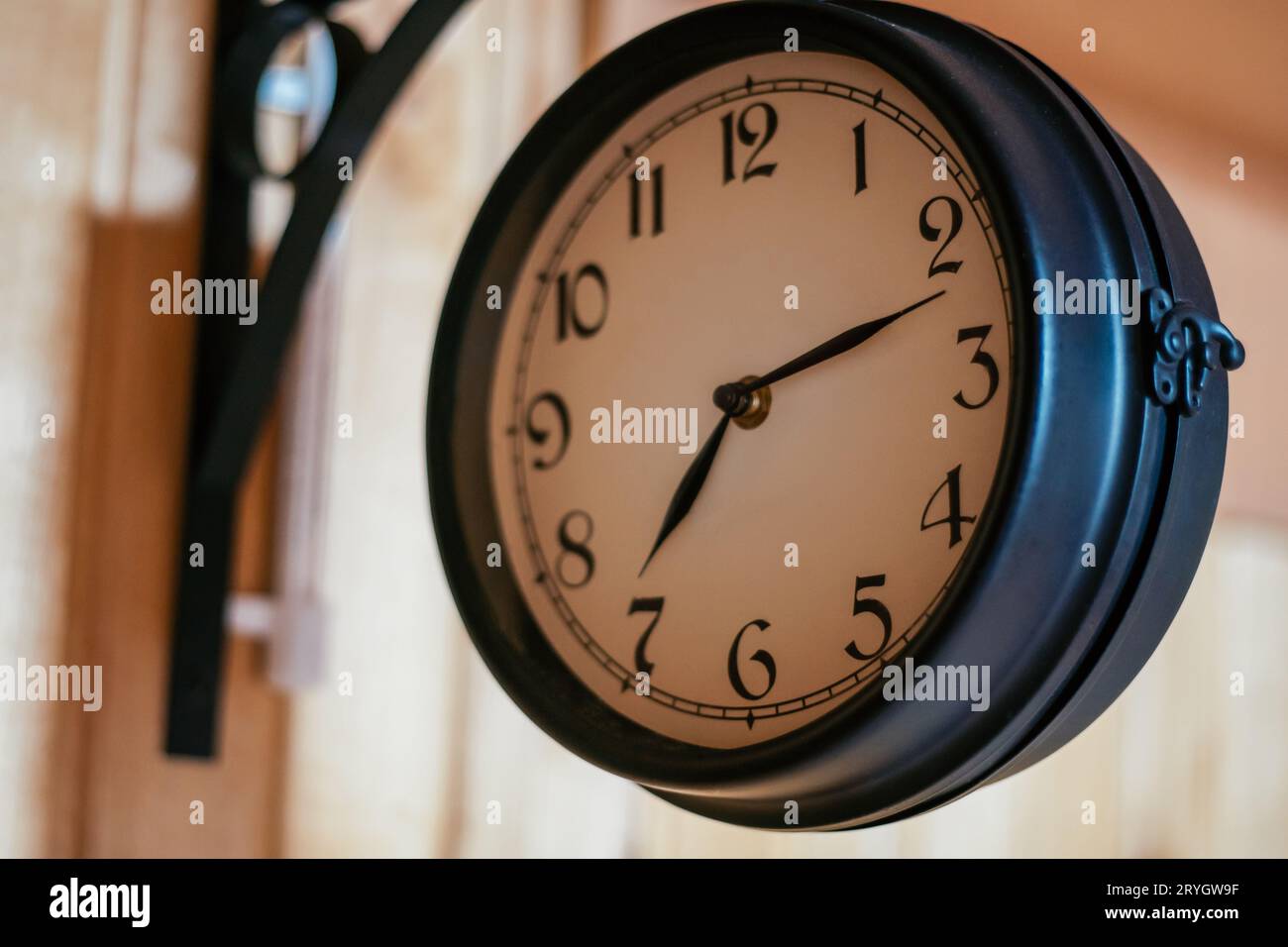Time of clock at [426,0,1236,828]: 7:12
